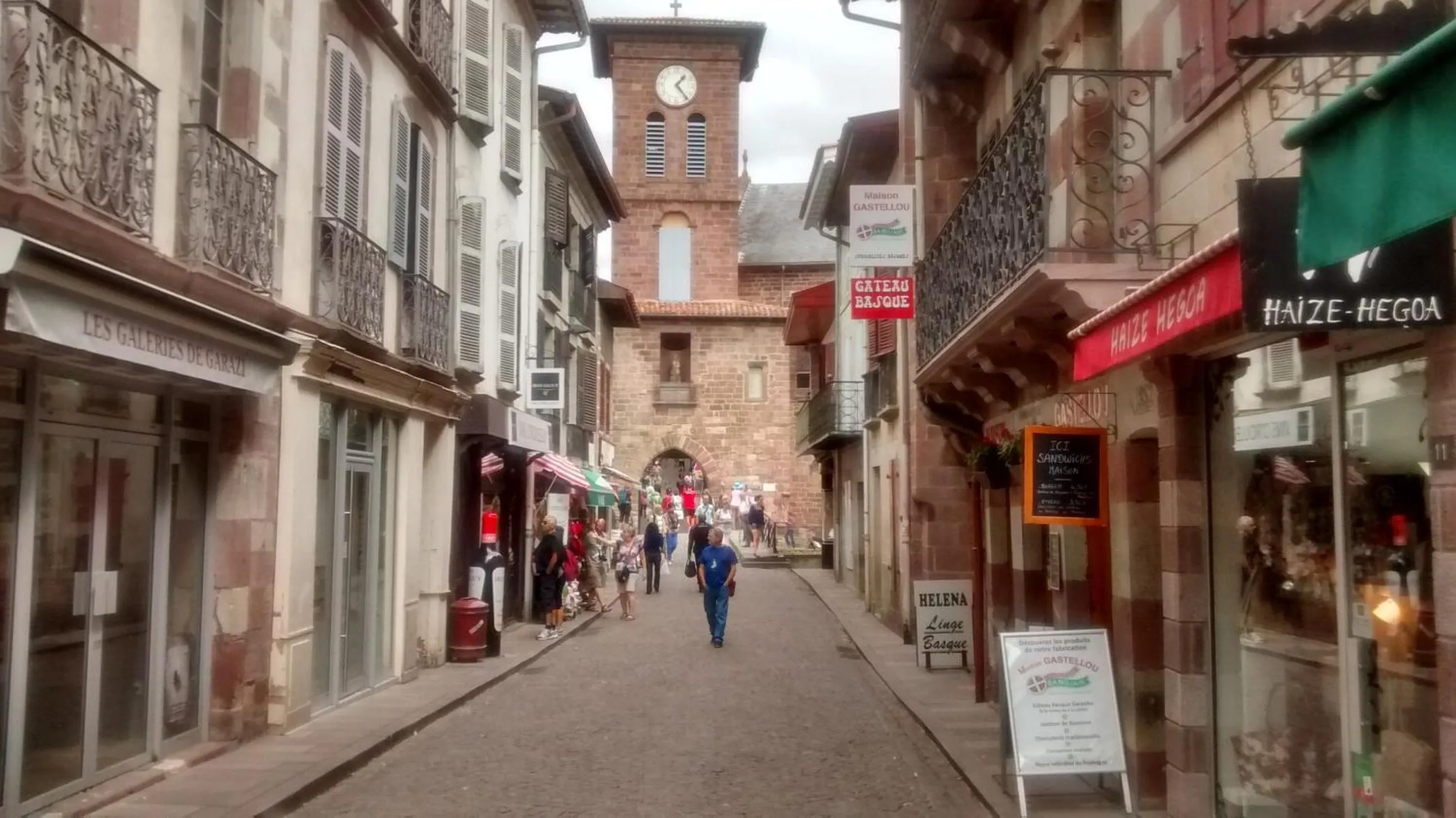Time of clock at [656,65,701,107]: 1:23
